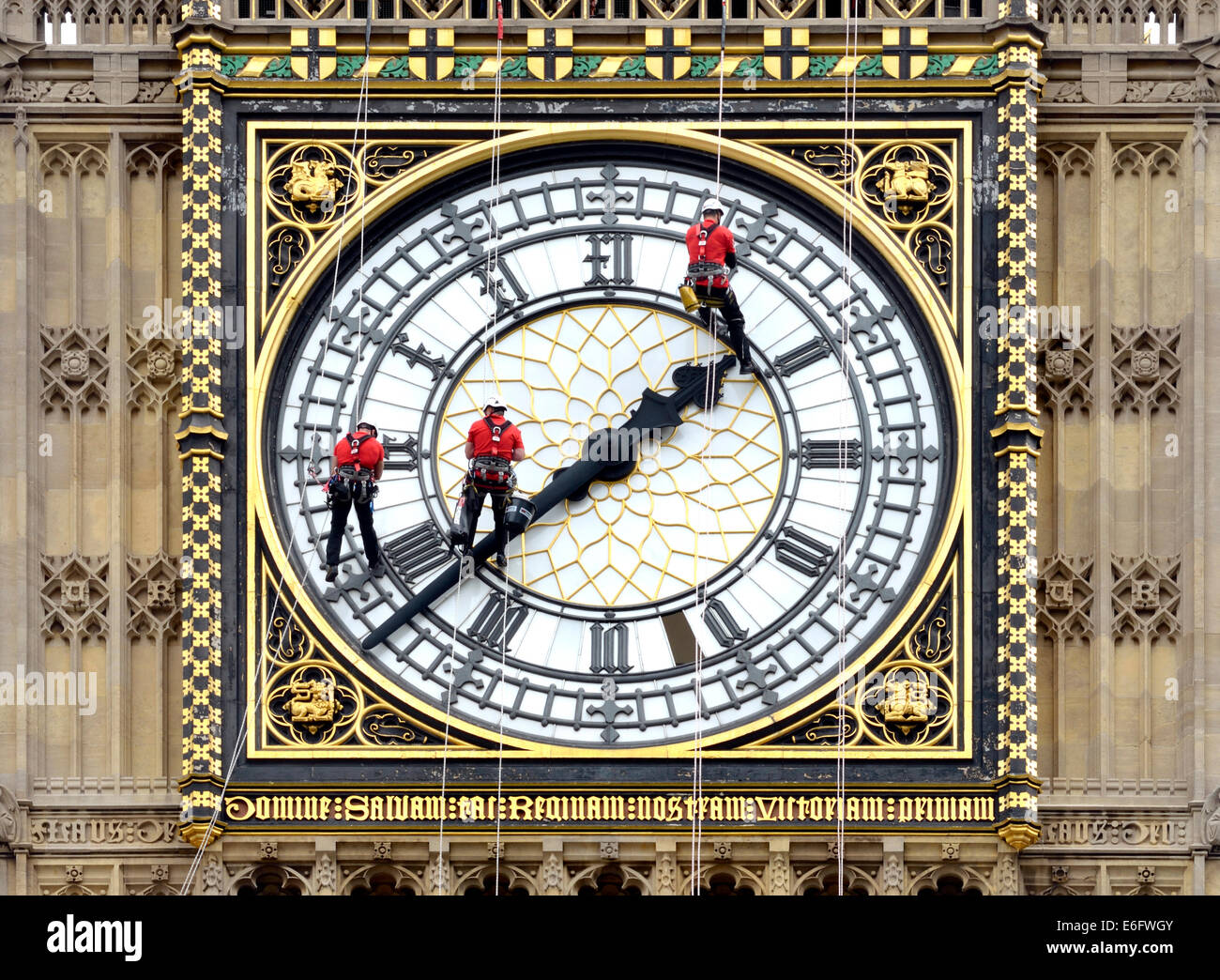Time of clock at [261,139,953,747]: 1:38
